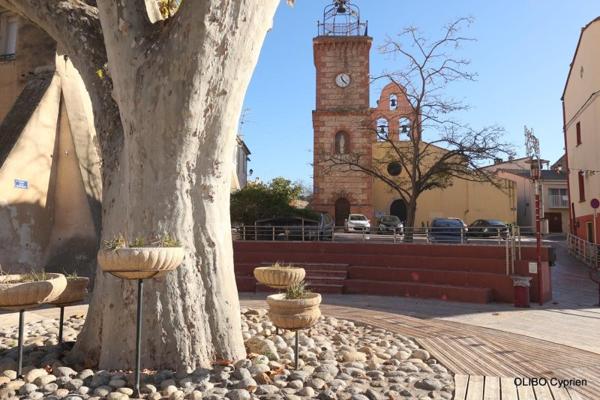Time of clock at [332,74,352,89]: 11:22
